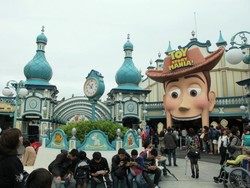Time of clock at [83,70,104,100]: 12:52
